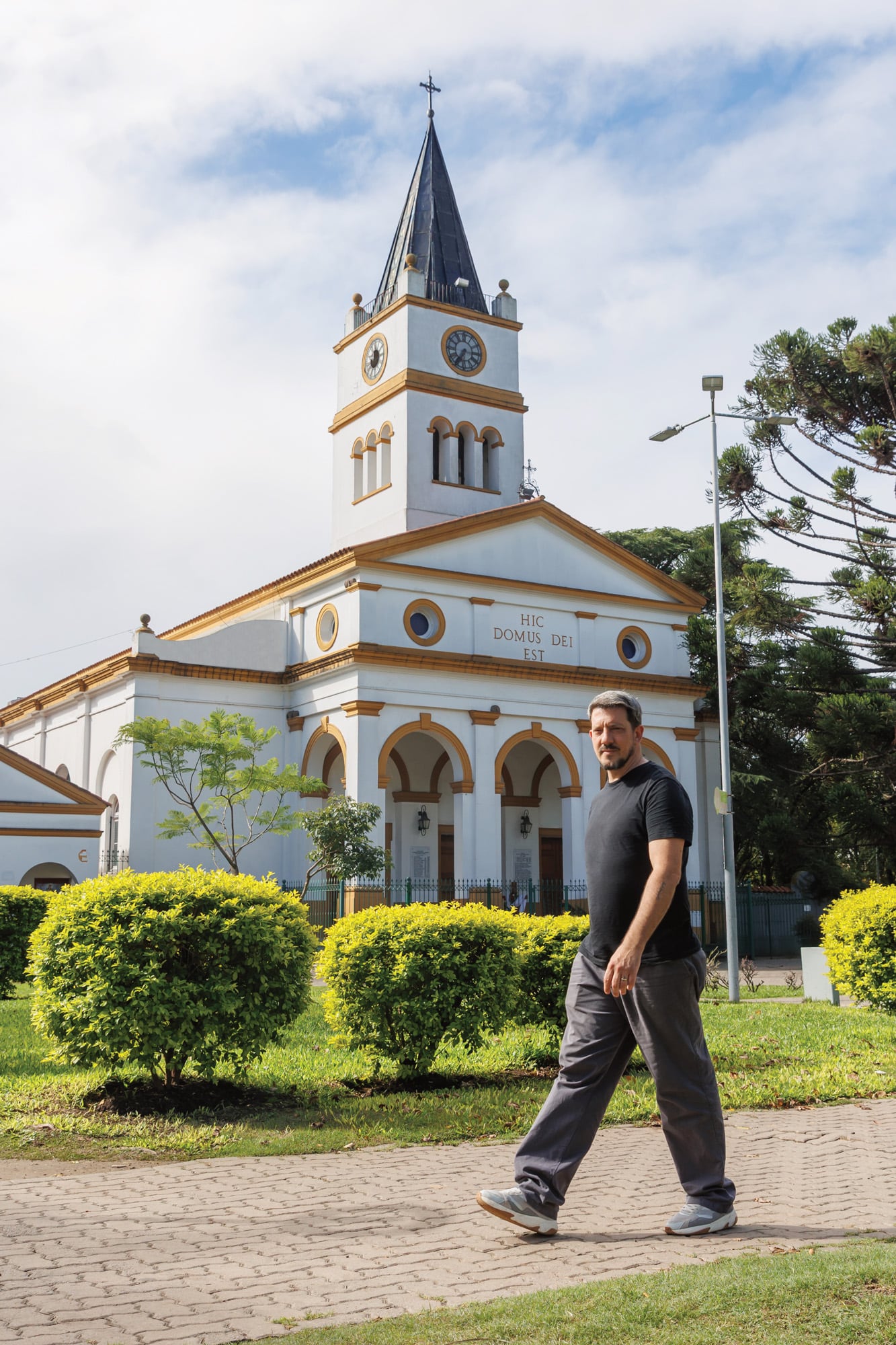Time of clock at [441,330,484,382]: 7:15
